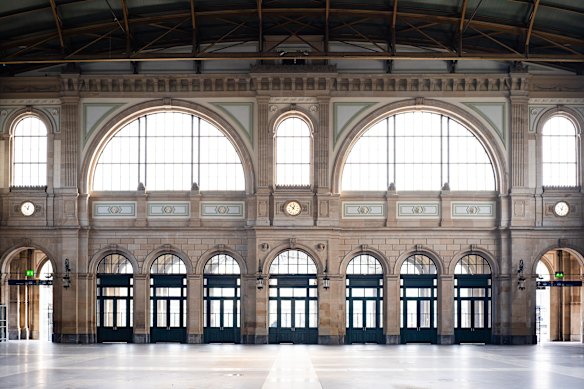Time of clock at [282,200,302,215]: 12:52
